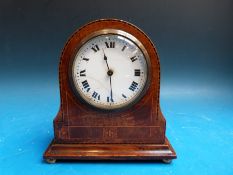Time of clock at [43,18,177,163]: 11:29
